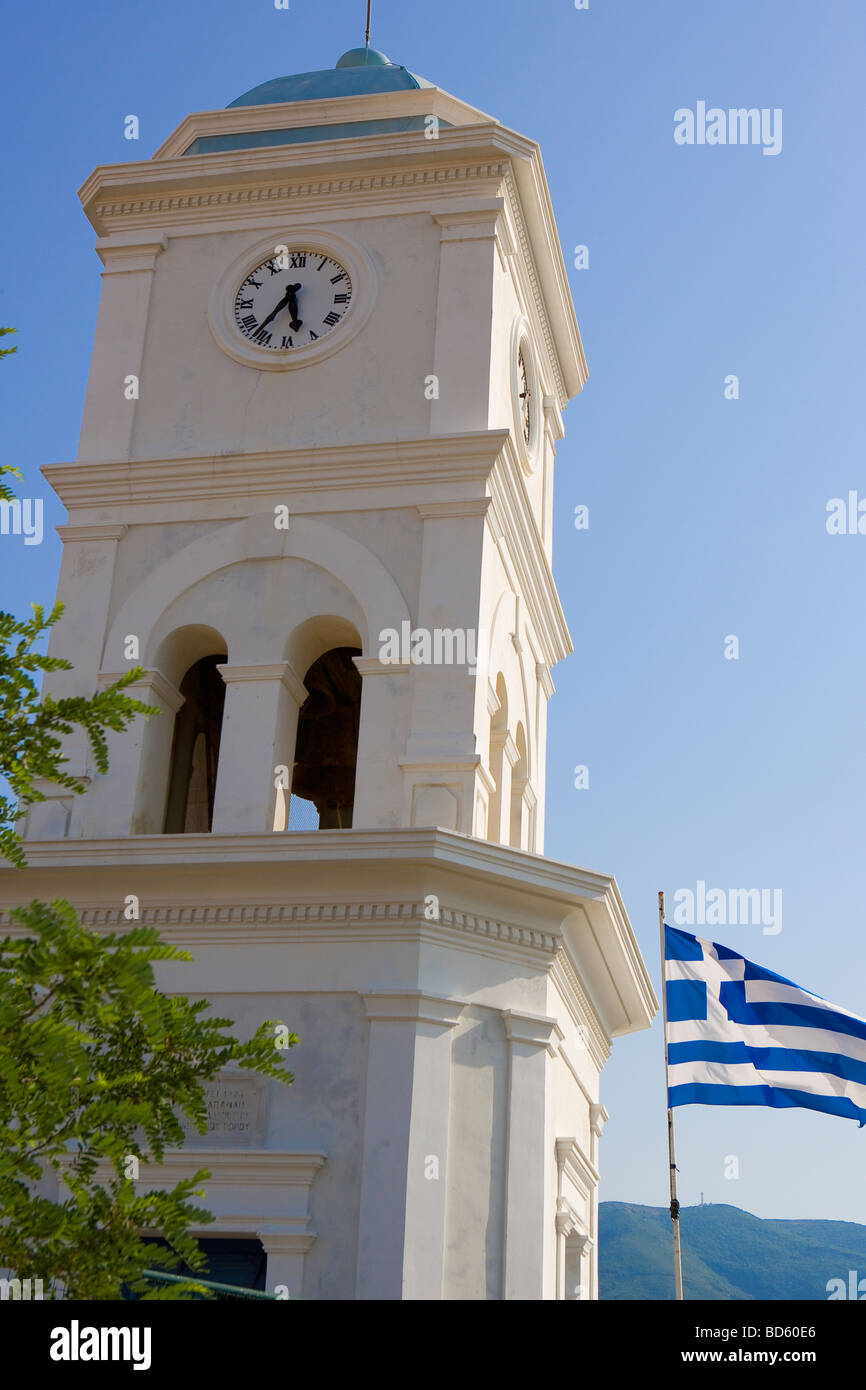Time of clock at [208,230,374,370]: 5:36
